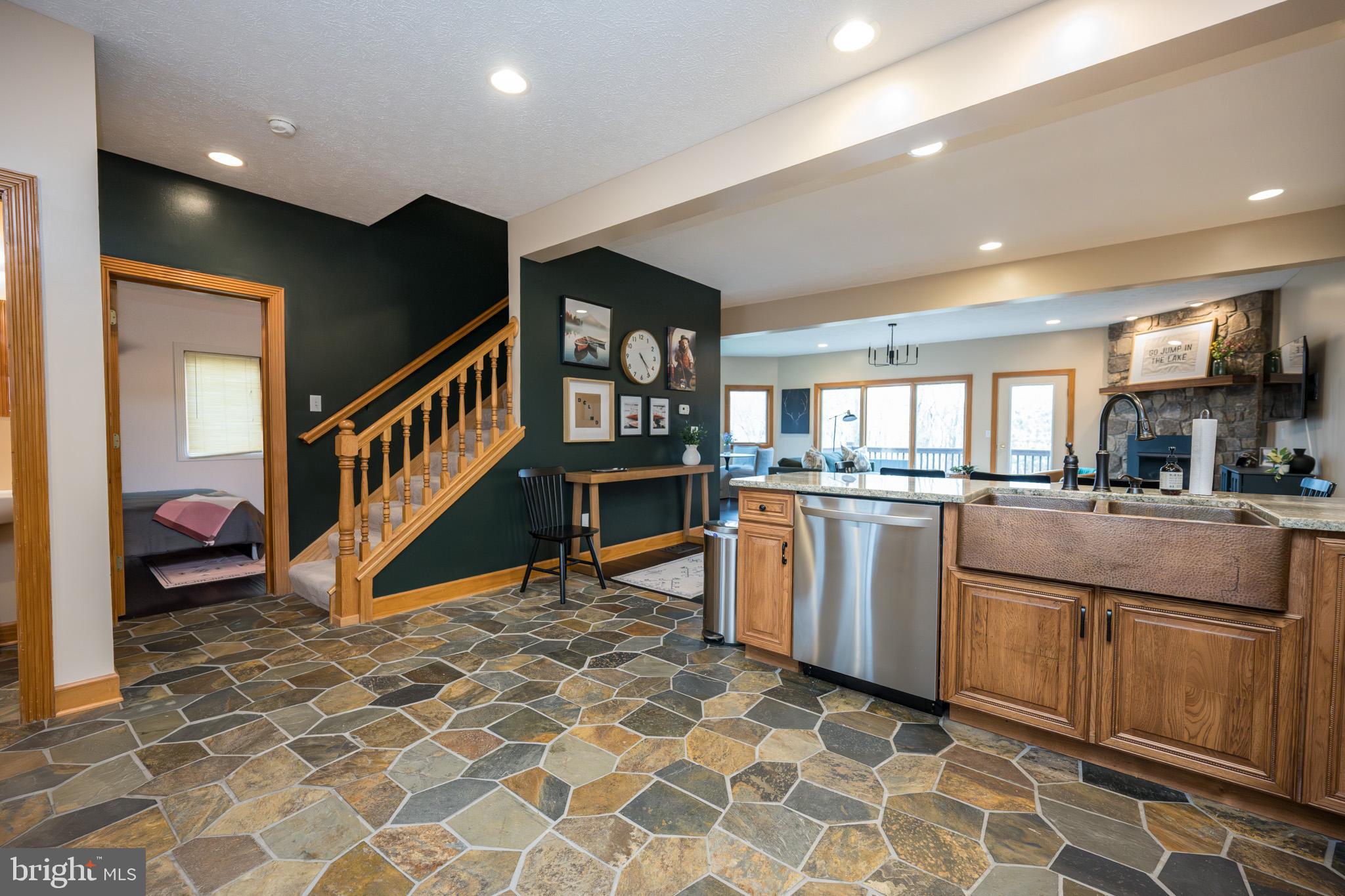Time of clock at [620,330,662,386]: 4:23
